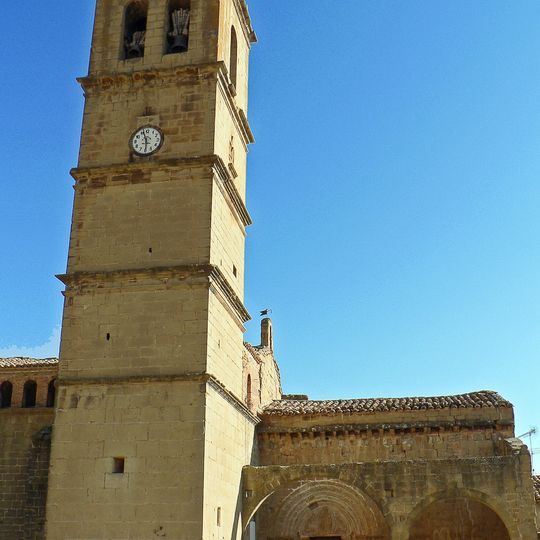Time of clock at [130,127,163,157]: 5:56
